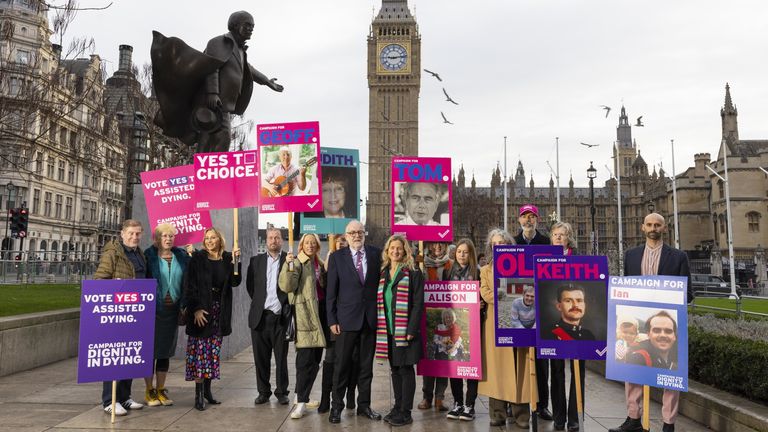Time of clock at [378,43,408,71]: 9:13
